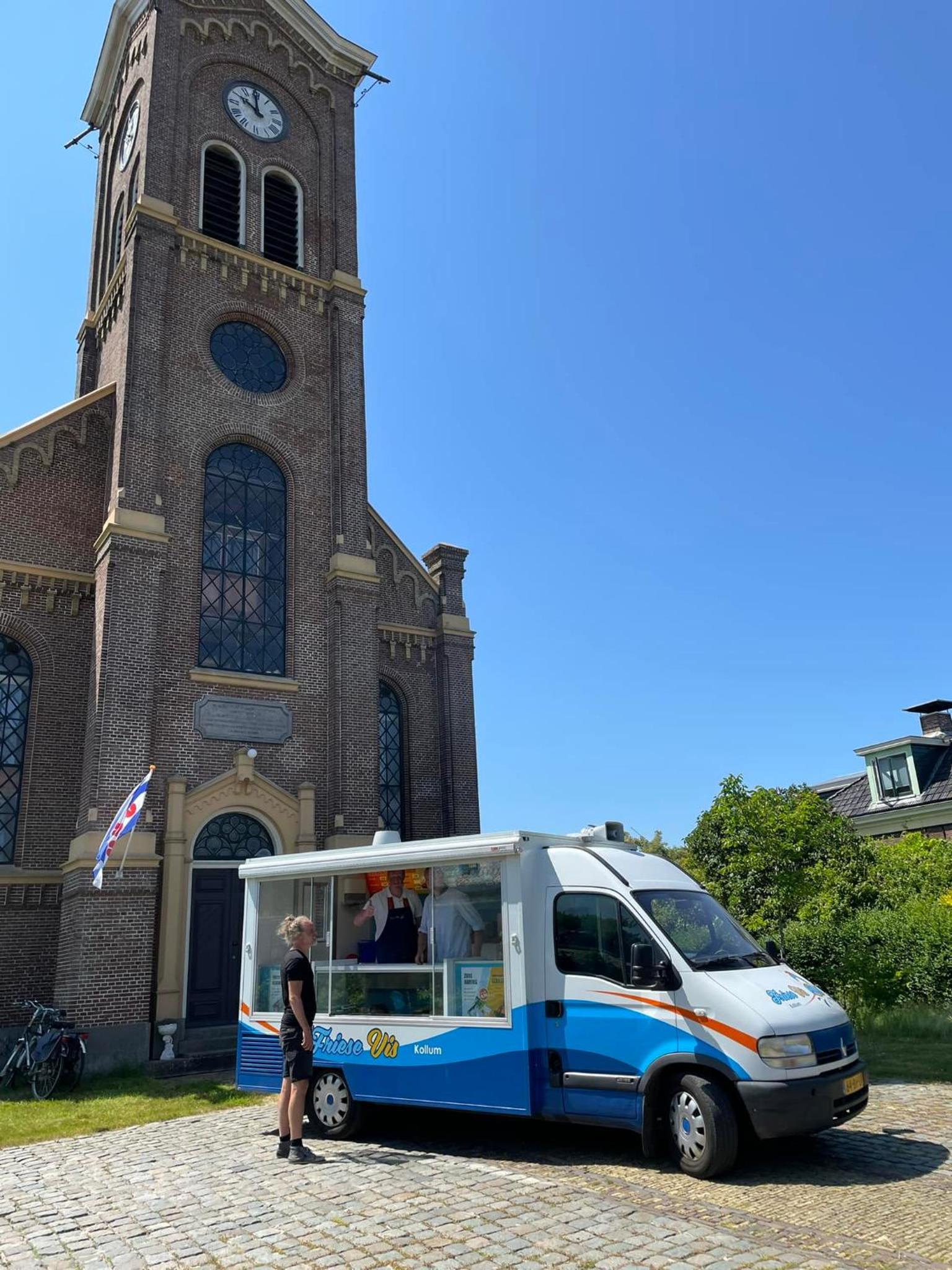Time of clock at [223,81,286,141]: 9:59
